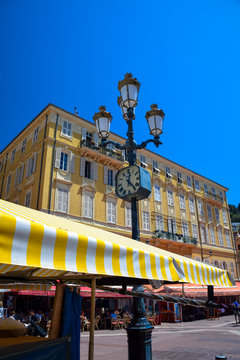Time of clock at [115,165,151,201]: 12:23
